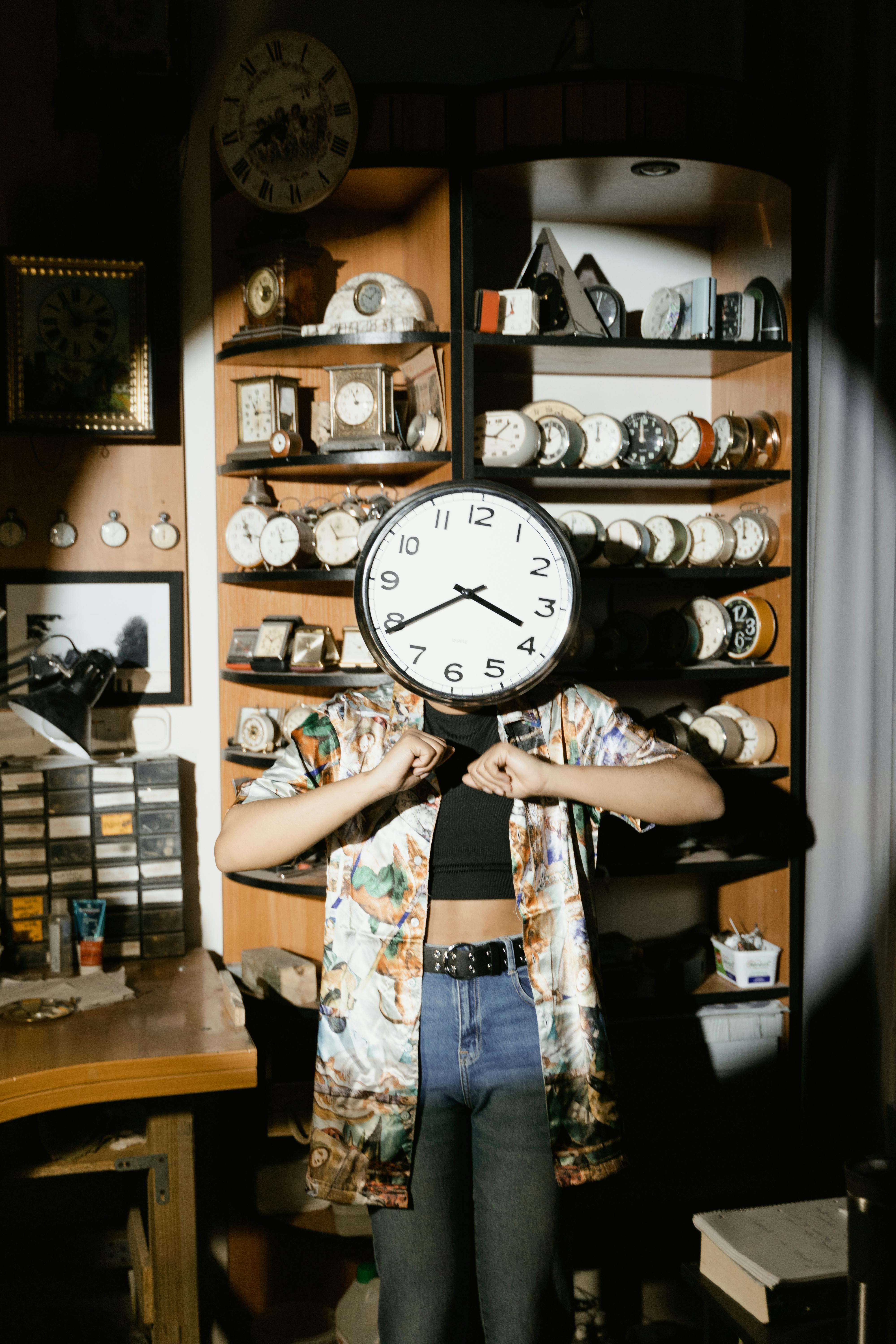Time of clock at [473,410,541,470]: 9:07
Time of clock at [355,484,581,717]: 3:39
